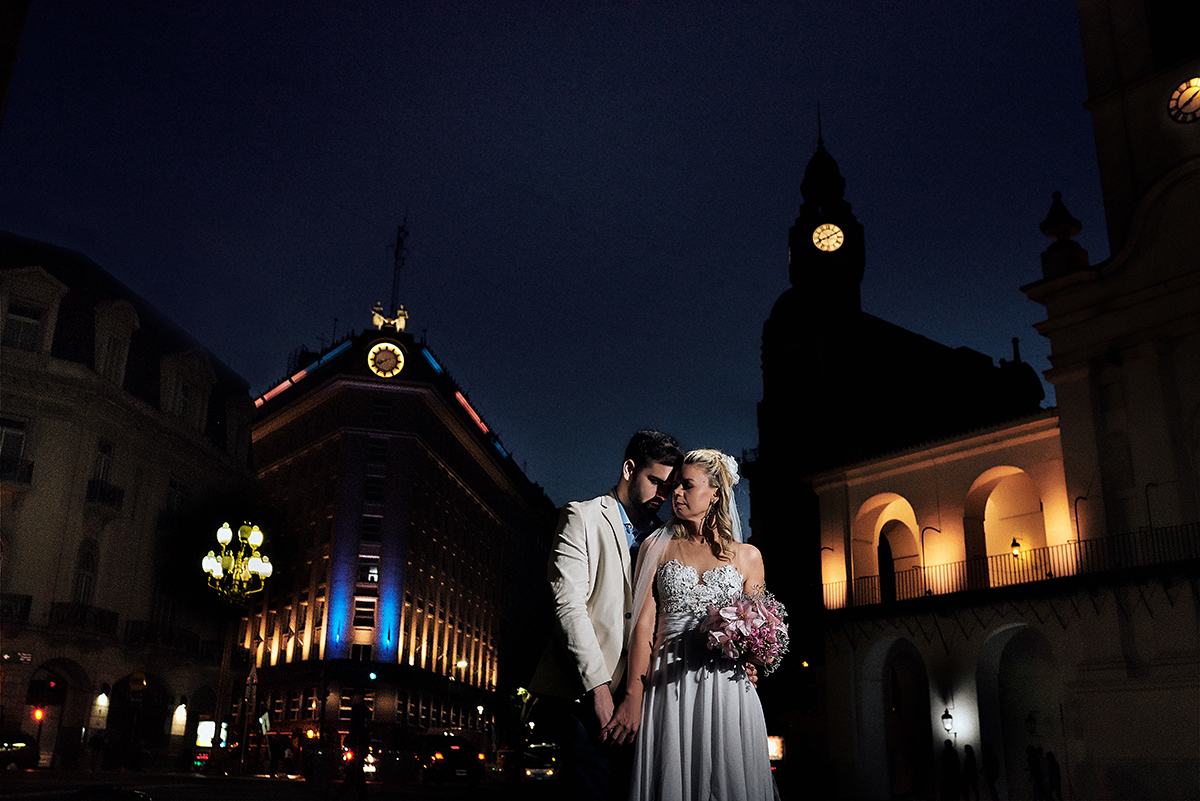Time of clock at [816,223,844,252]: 8:10
